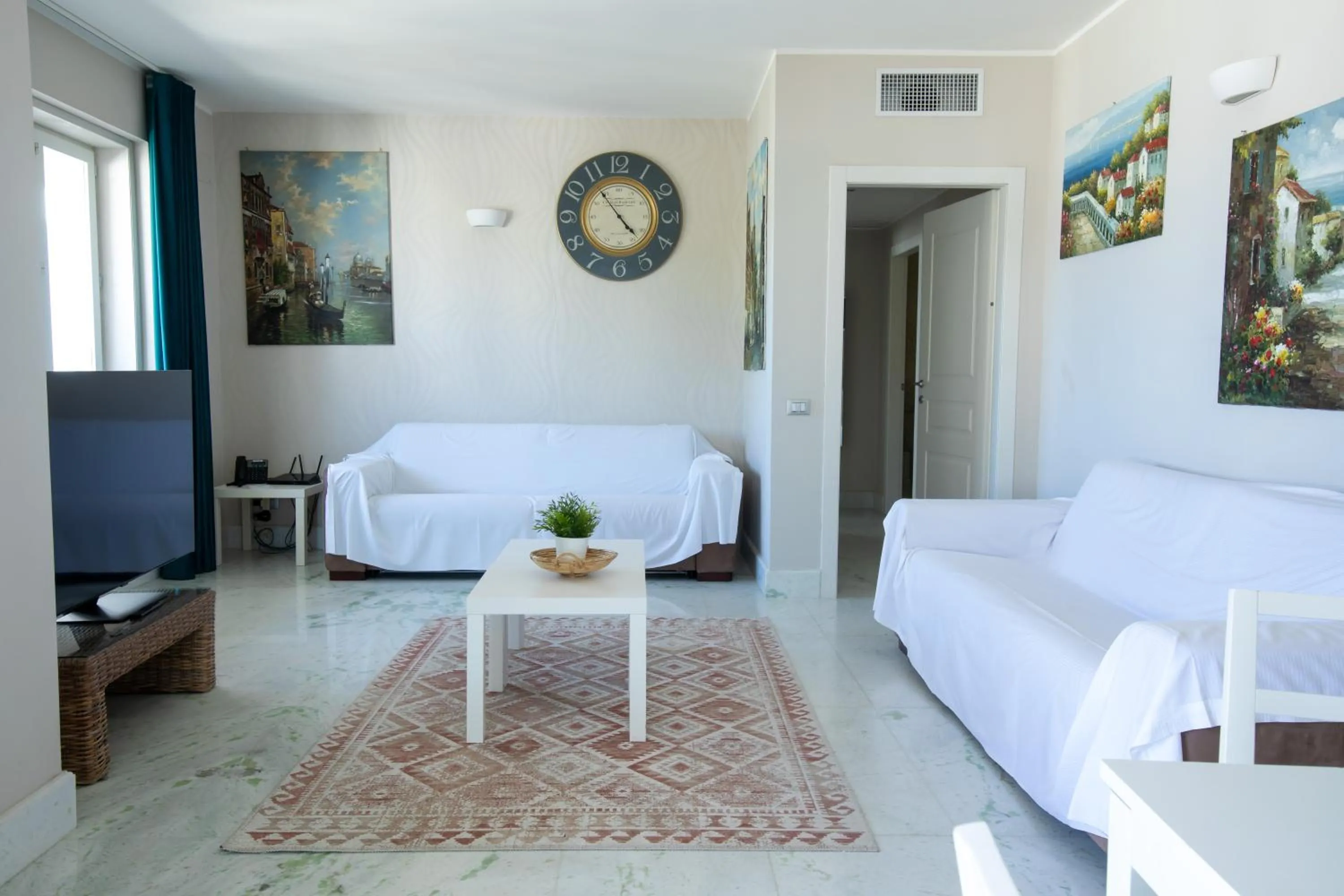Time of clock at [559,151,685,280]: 4:54
